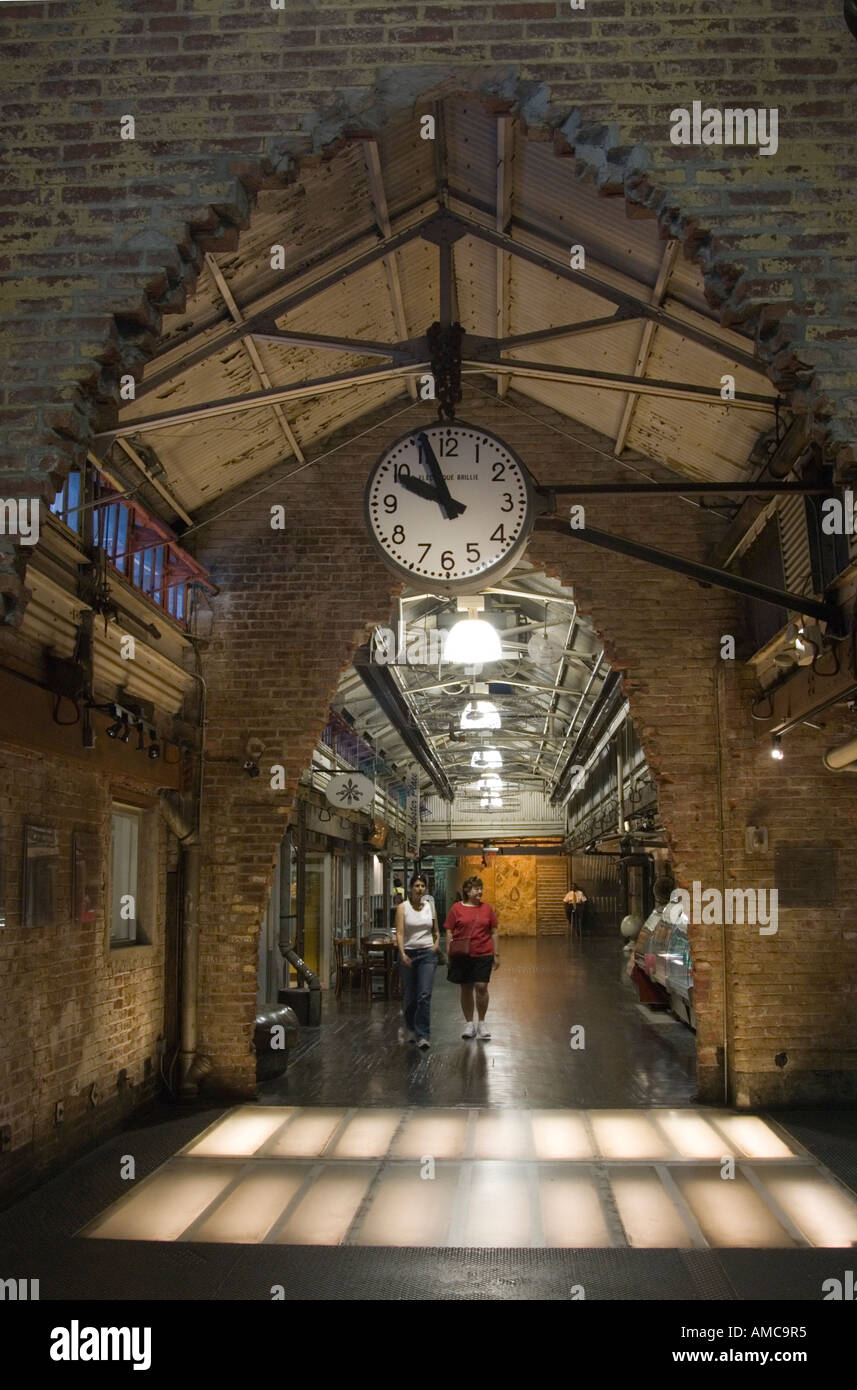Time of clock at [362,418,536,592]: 9:56
